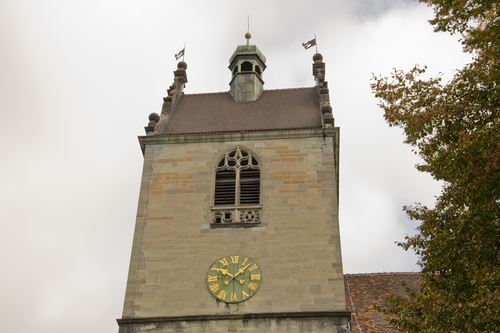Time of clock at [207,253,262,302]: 10:07
